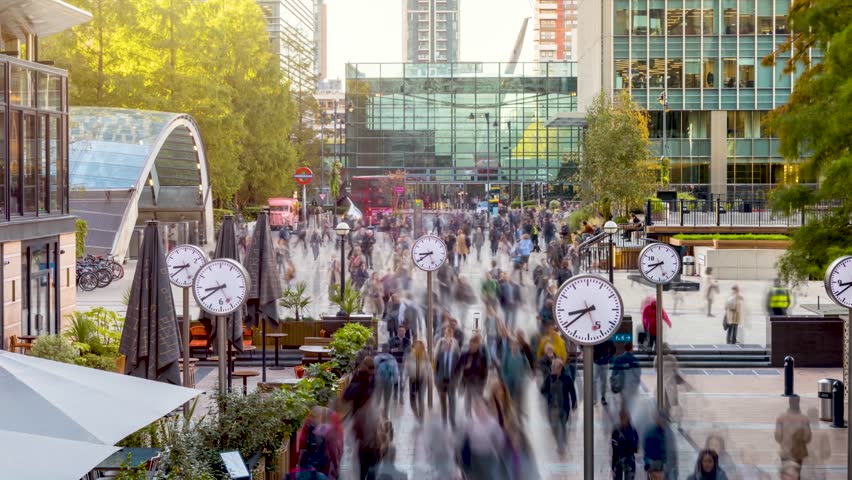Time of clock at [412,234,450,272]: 8:39
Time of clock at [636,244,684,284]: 8:39
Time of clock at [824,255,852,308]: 8:39
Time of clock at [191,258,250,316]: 8:39
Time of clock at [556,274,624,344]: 8:39
